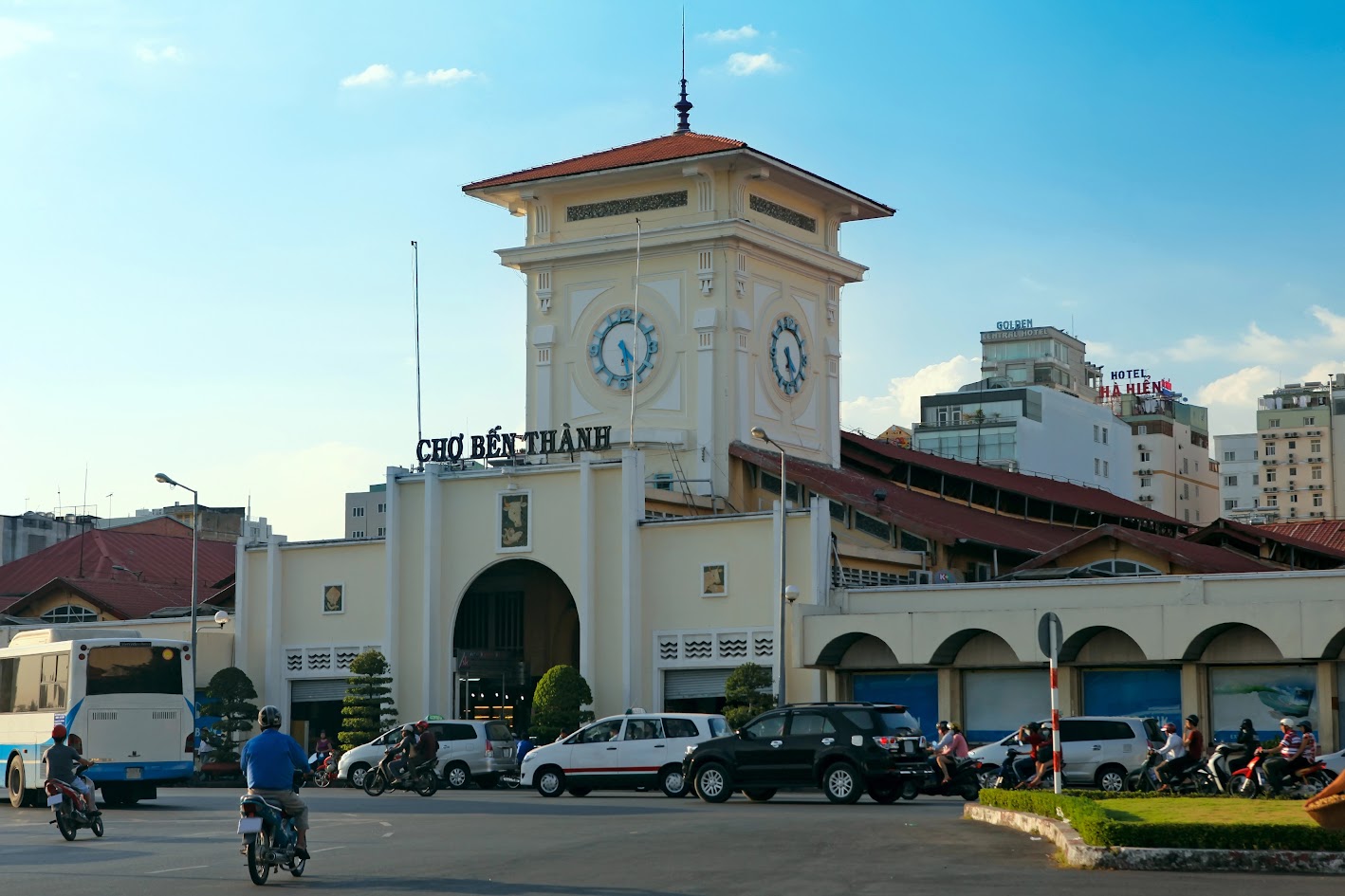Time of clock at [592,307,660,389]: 4:28
